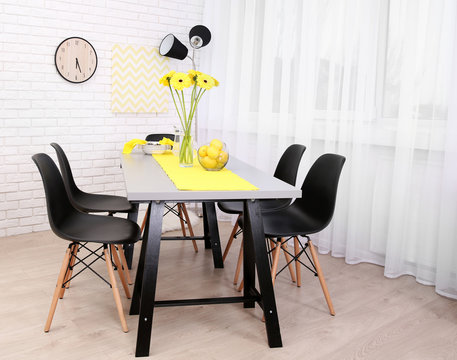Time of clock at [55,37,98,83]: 6:26
